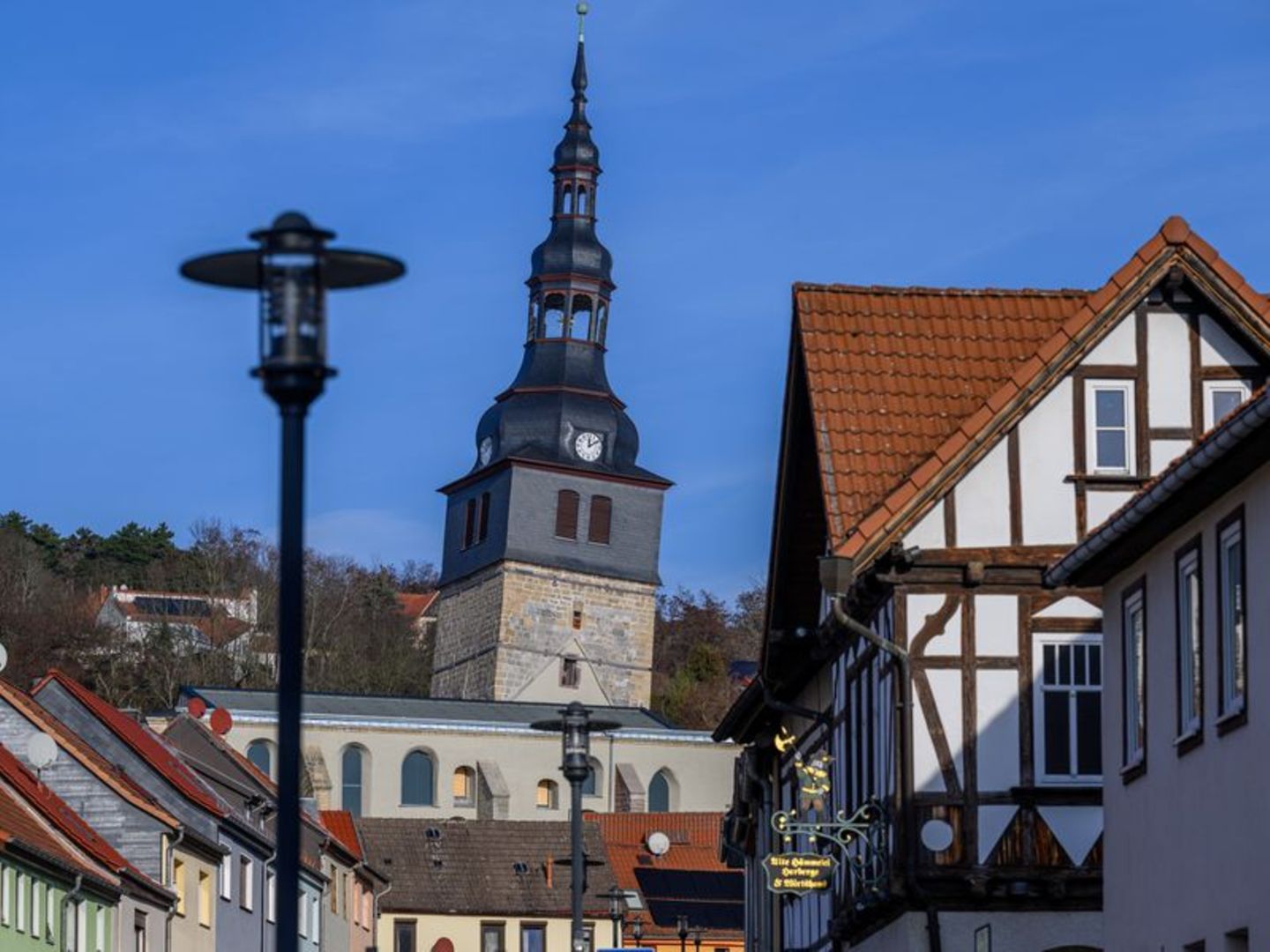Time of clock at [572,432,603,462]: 12:09
